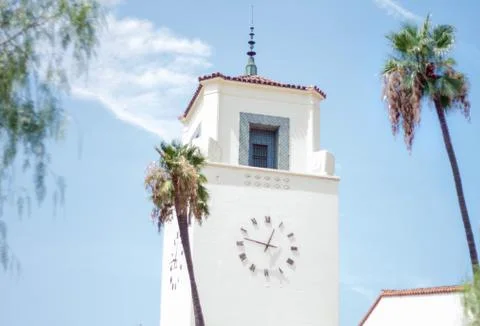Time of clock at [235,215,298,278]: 12:47
